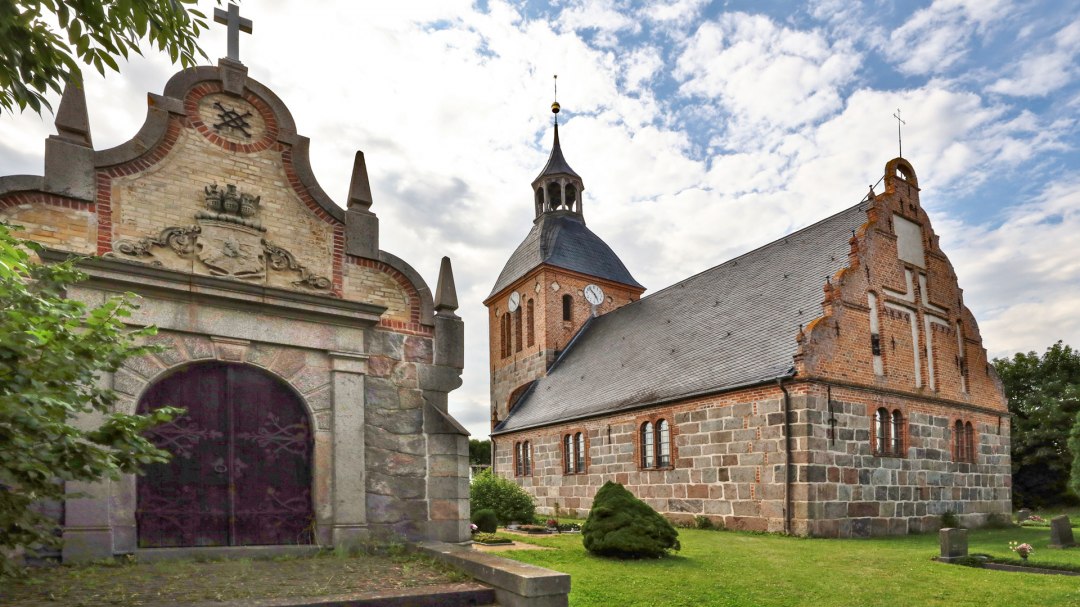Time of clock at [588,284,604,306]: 4:52
